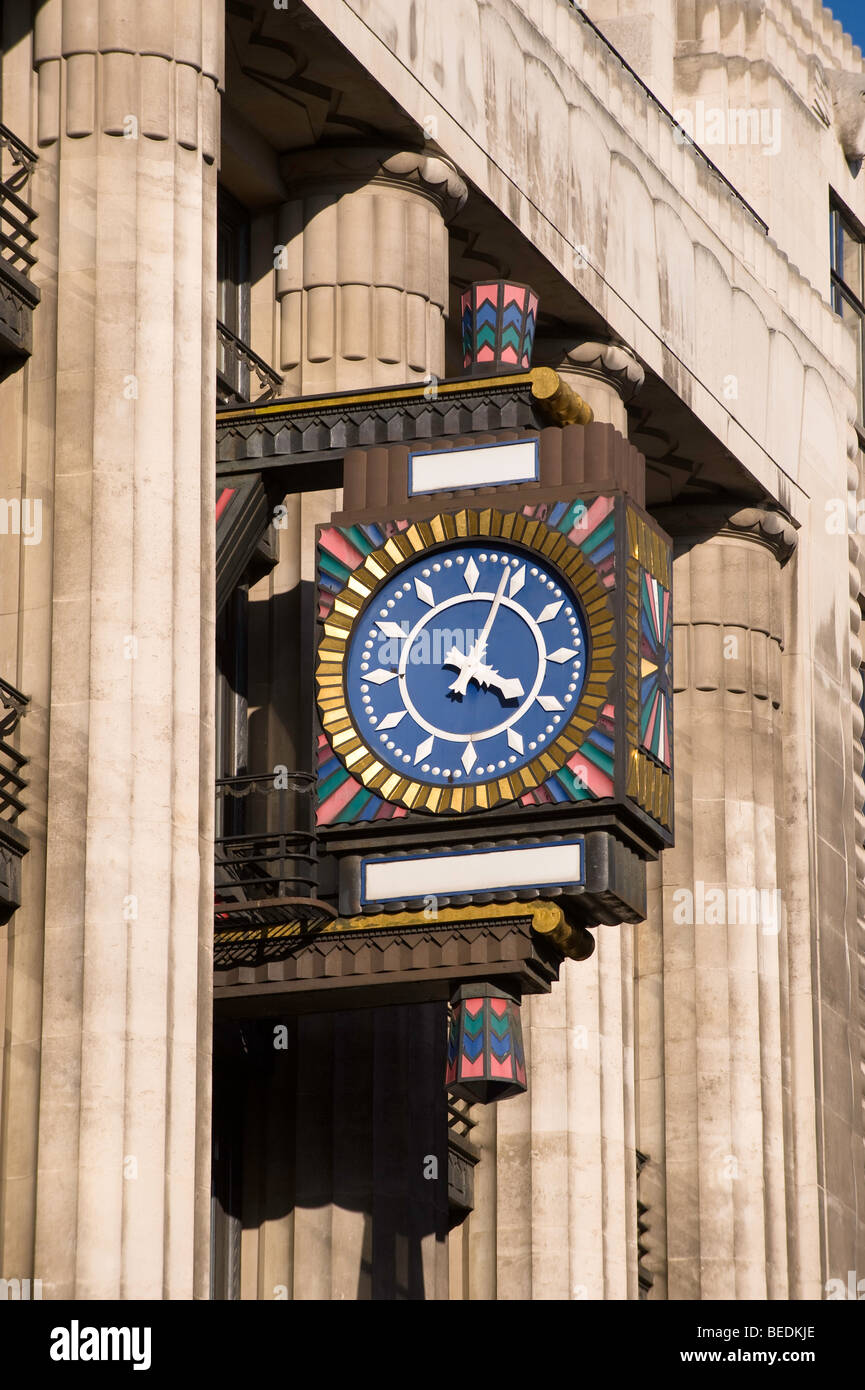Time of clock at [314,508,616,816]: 4:04
